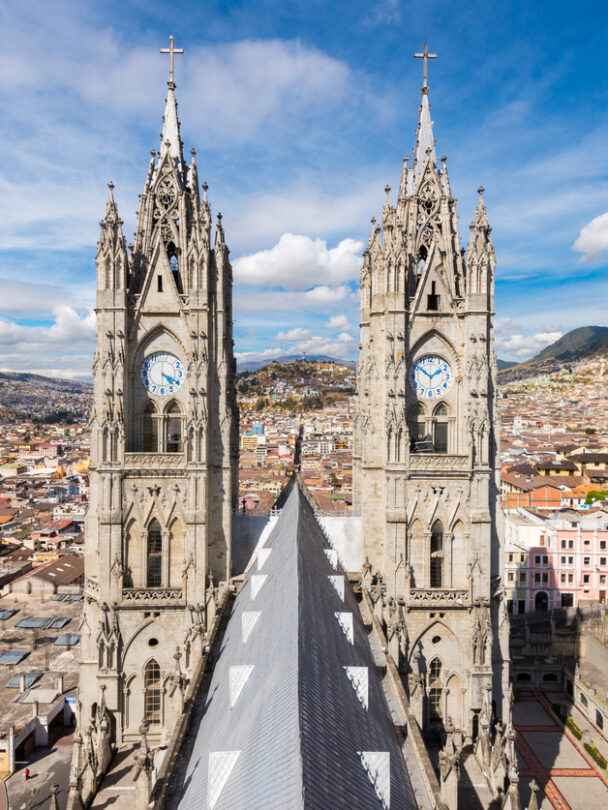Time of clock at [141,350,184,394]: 4:20
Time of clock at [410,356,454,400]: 1:51
